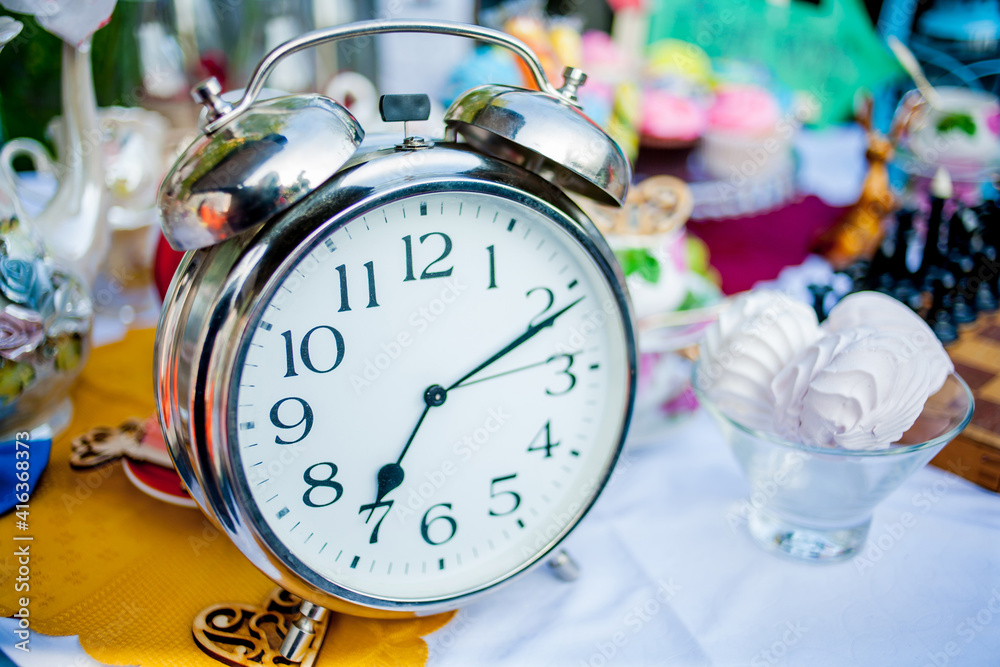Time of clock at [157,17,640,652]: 7:10
